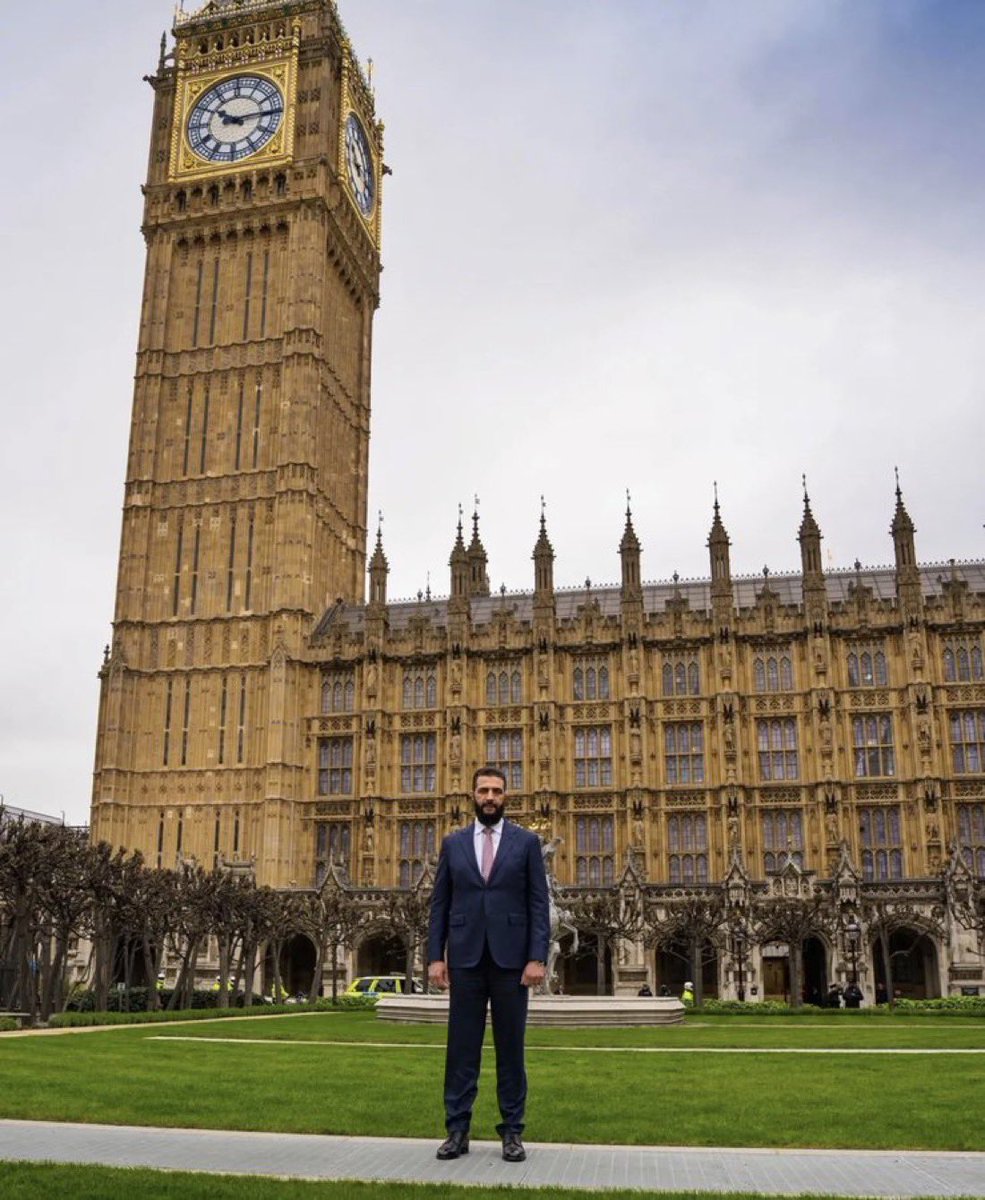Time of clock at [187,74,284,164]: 10:14
